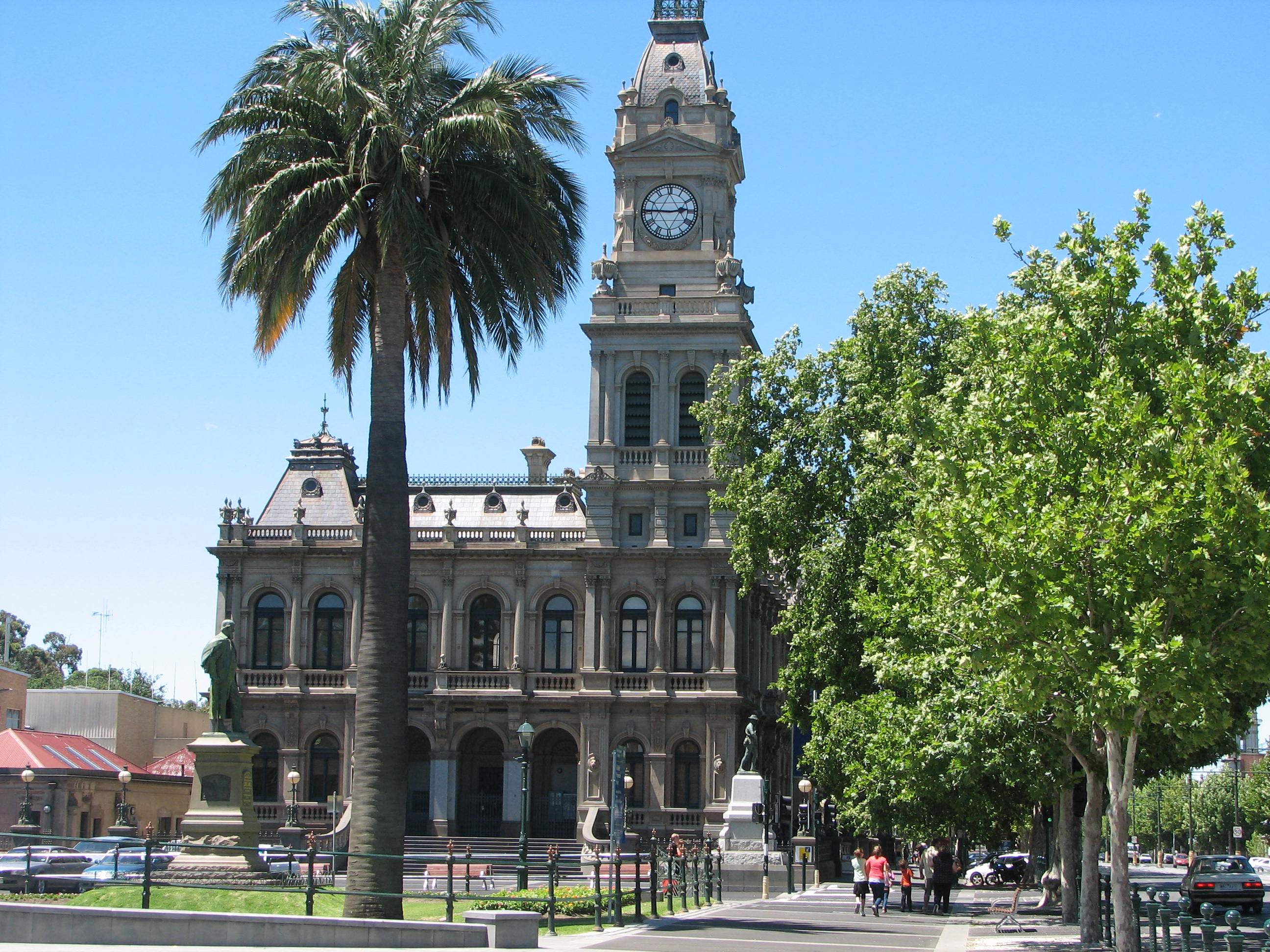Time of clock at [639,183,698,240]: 2:45
